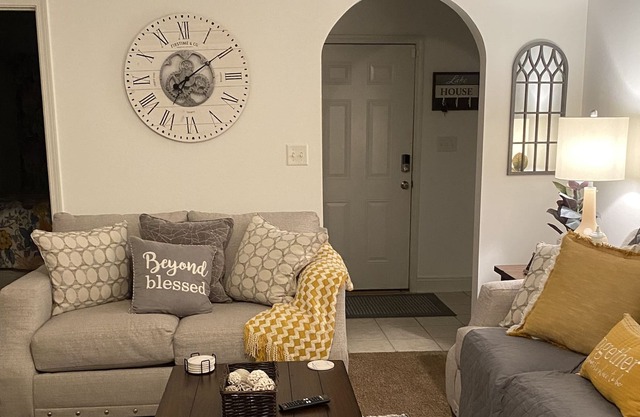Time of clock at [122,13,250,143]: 7:09
